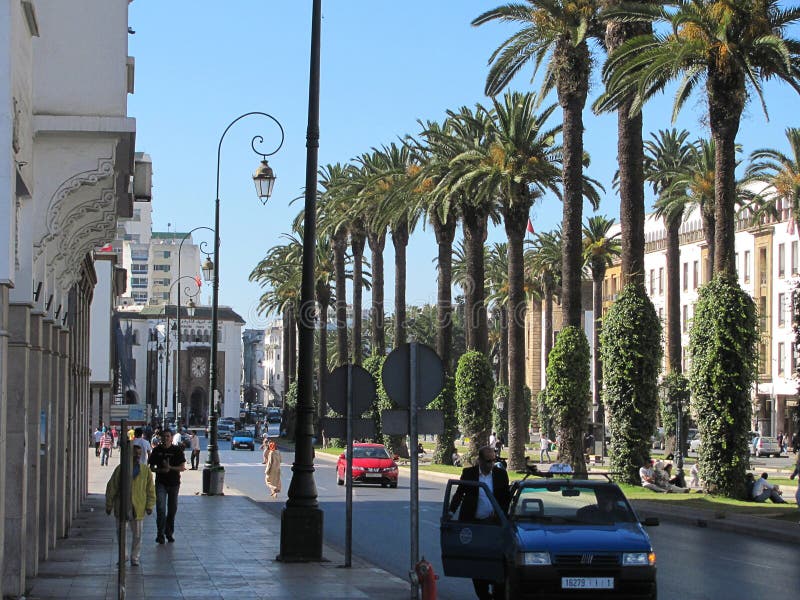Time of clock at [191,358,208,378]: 5:08
